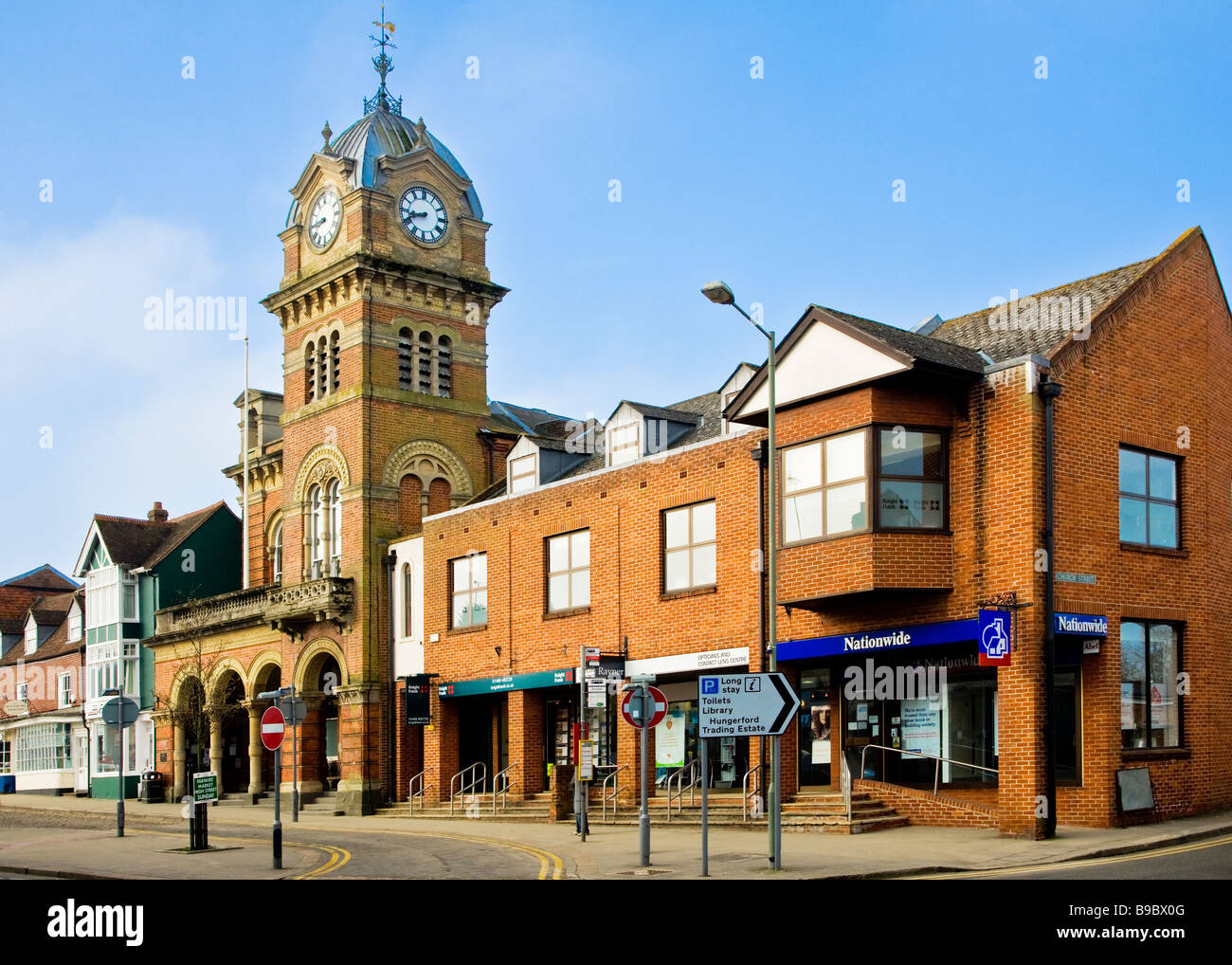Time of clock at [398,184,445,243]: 8:41
